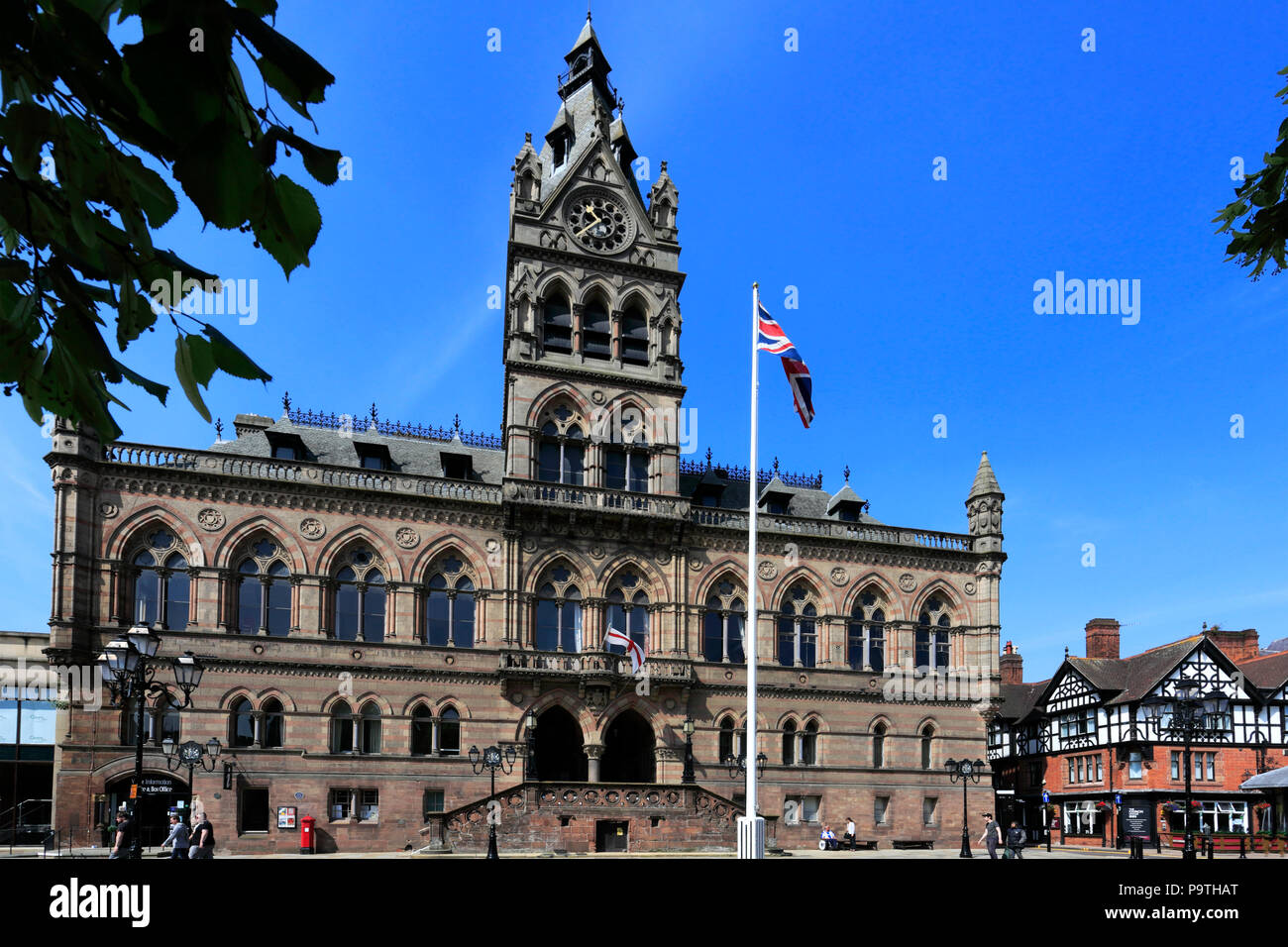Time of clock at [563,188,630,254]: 10:38
